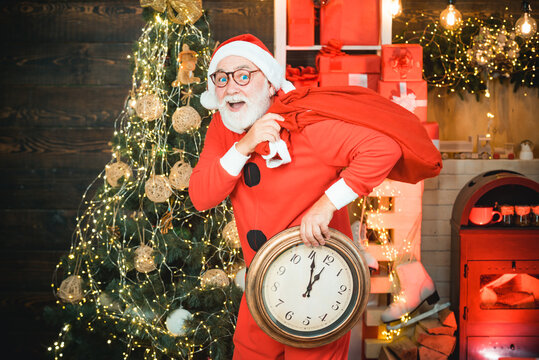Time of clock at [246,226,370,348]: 1:00
